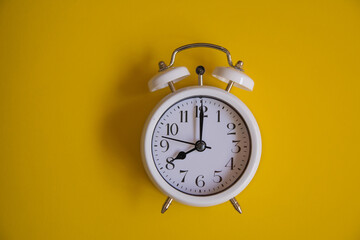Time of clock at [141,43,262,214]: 8:00
